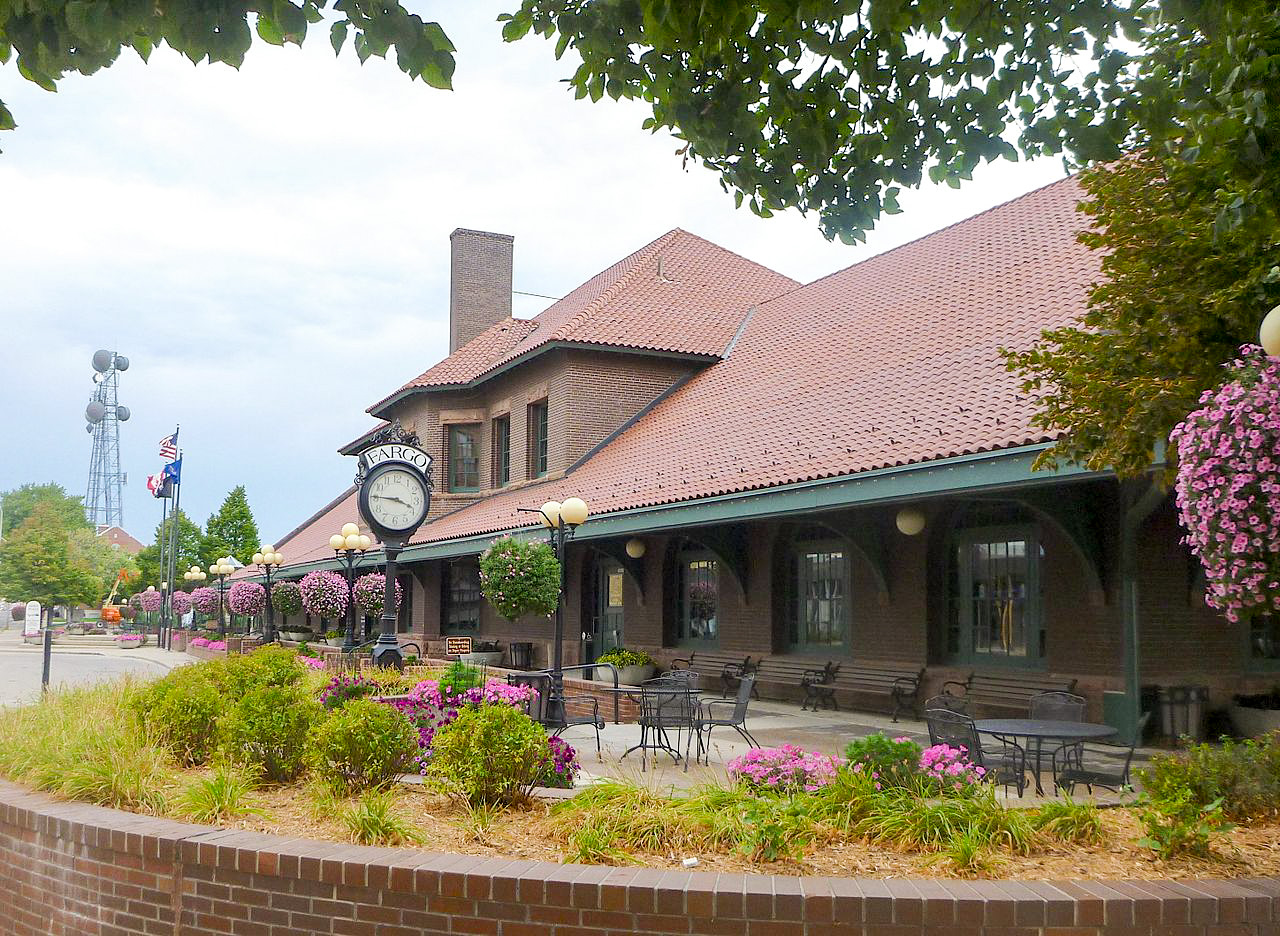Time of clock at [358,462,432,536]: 3:45
